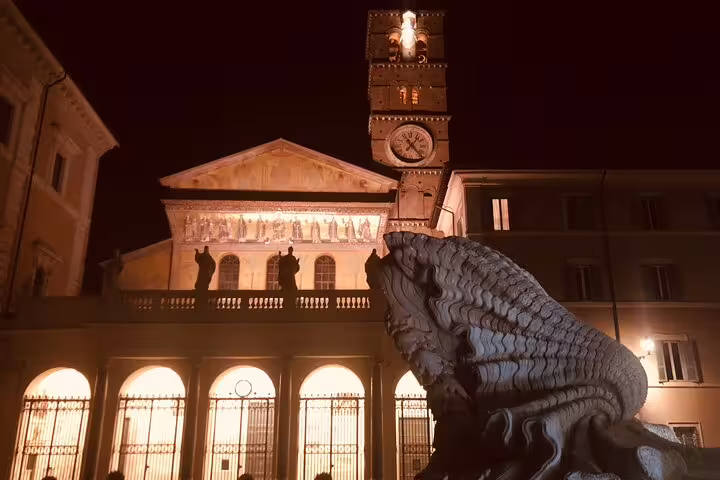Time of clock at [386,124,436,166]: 1:23
